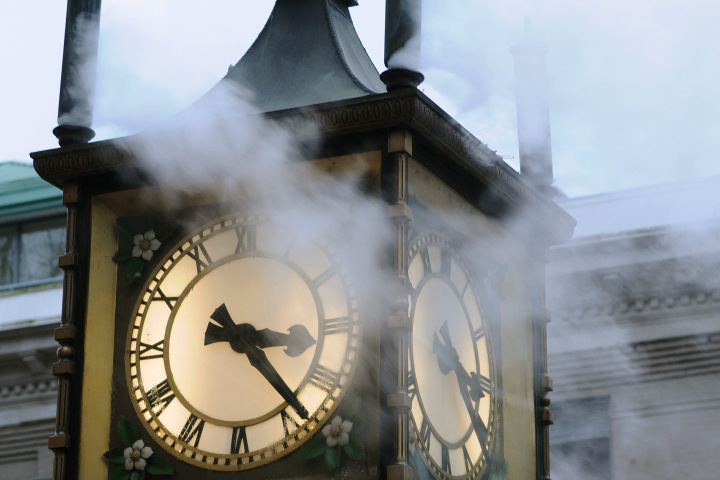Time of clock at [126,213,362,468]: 3:23
